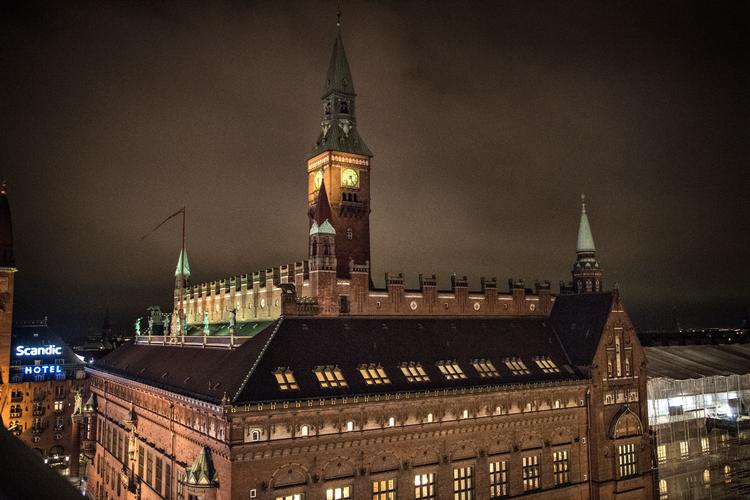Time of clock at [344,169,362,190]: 7:25
